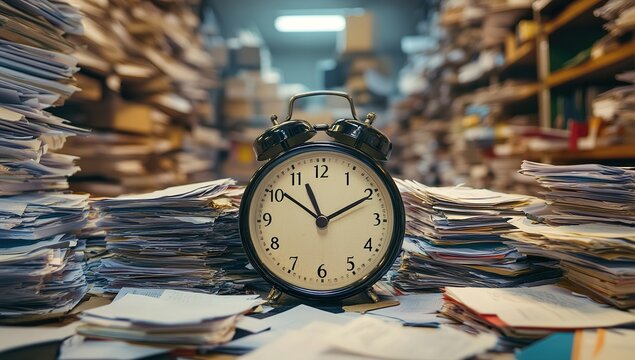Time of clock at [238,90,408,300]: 11:10
